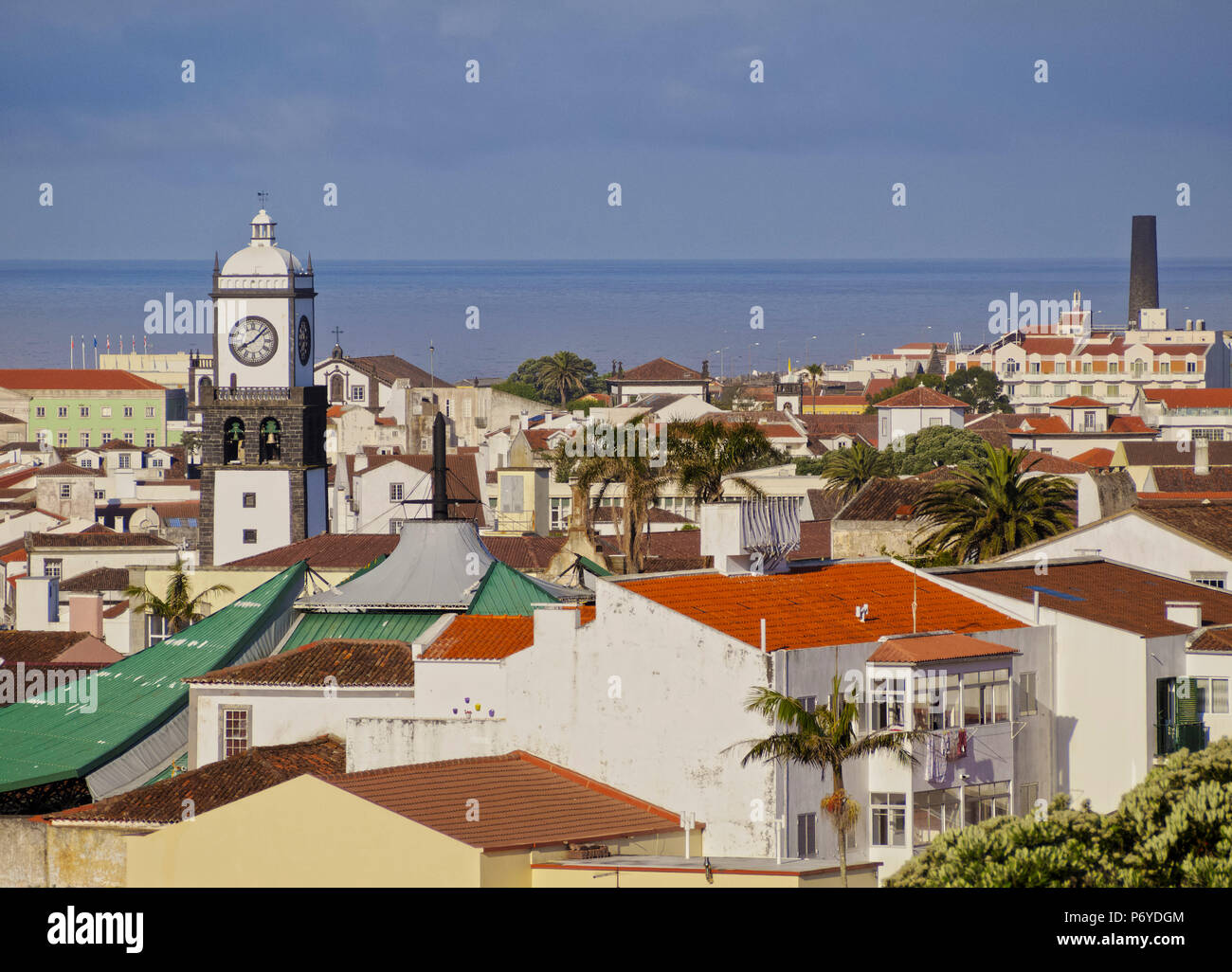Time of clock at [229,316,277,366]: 8:07
